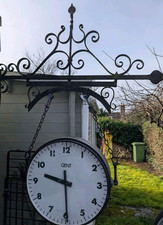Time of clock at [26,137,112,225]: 9:29
